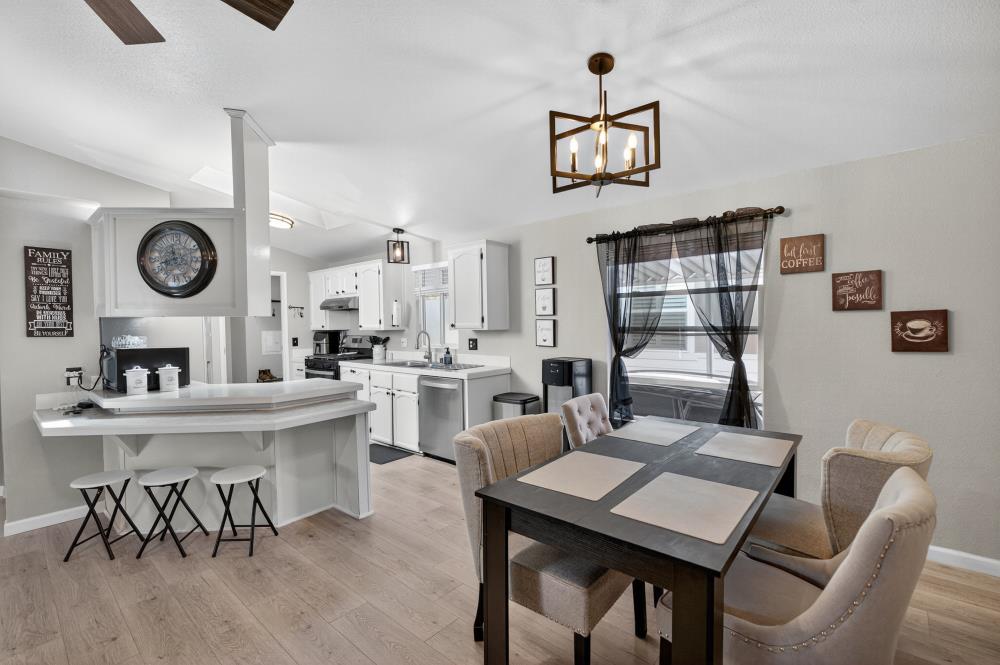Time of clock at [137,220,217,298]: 8:34
